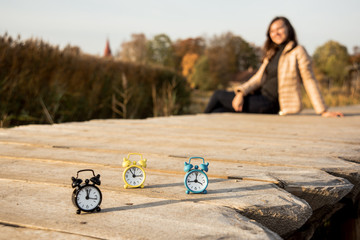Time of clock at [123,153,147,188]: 2:54
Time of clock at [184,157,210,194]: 3:43
